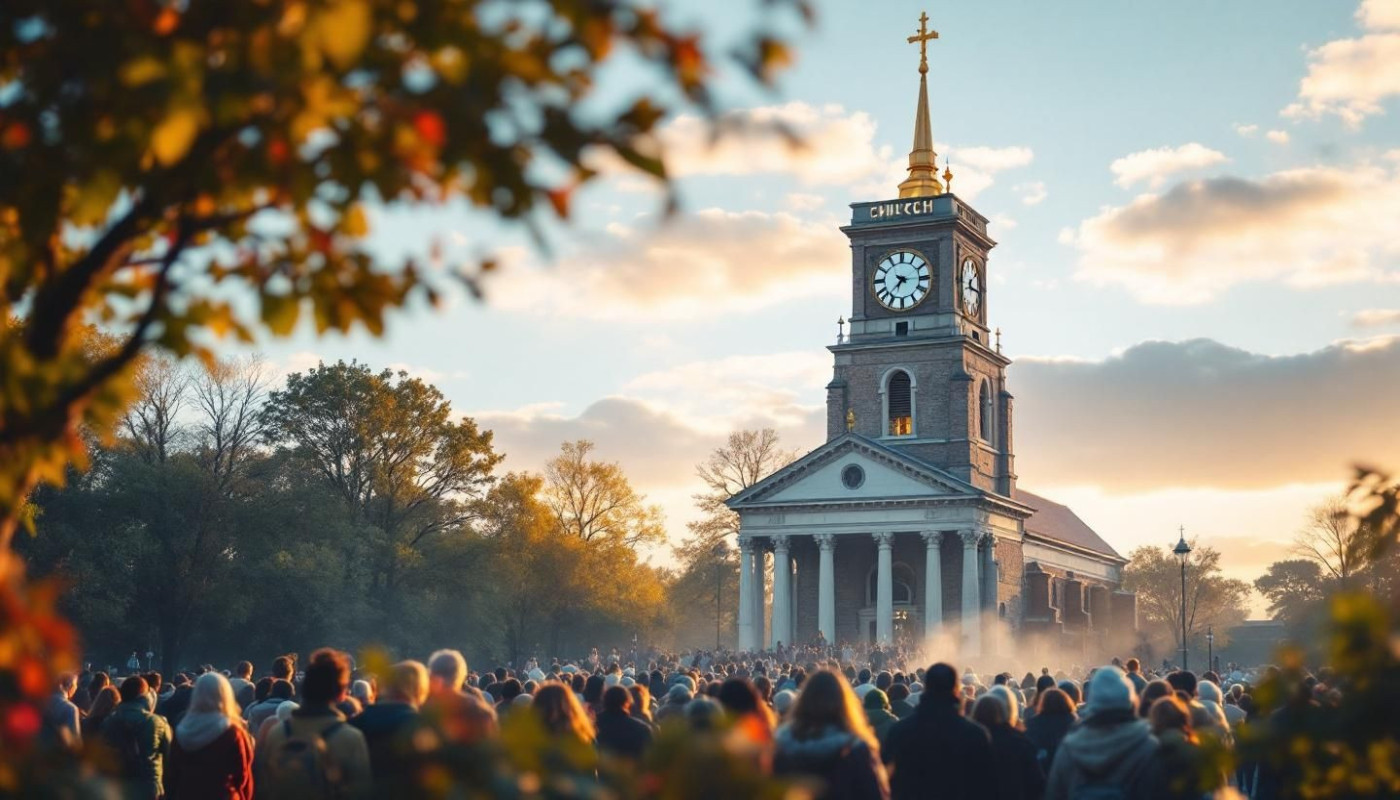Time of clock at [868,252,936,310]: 7:15
